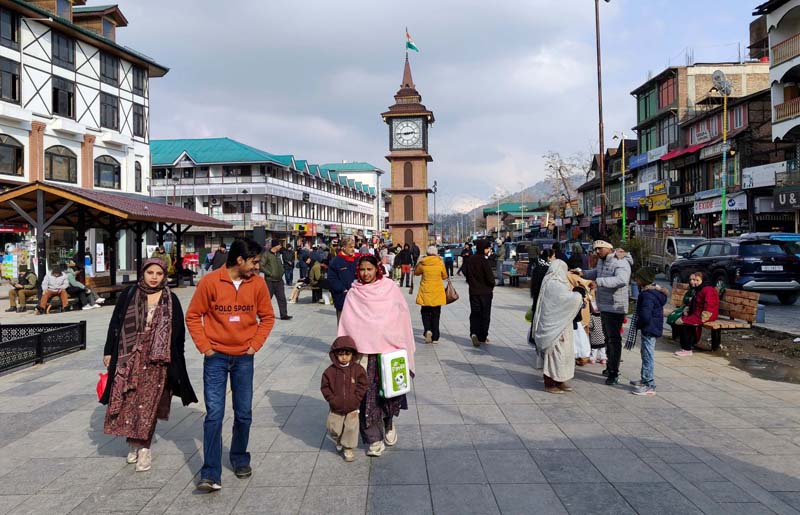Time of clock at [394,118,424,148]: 2:44
